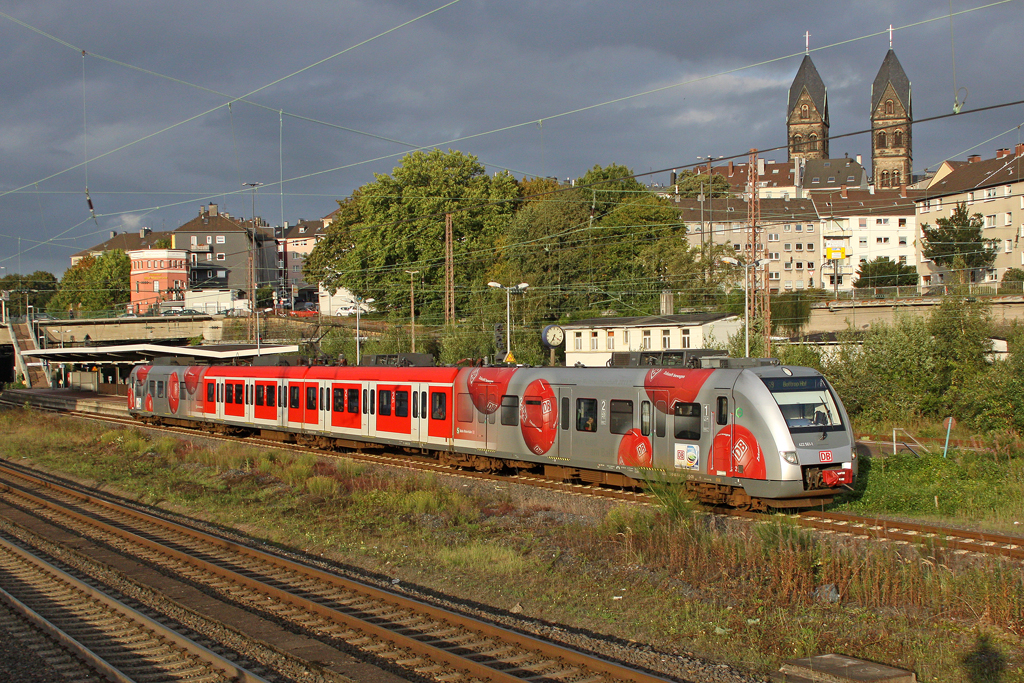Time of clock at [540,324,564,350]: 6:34
